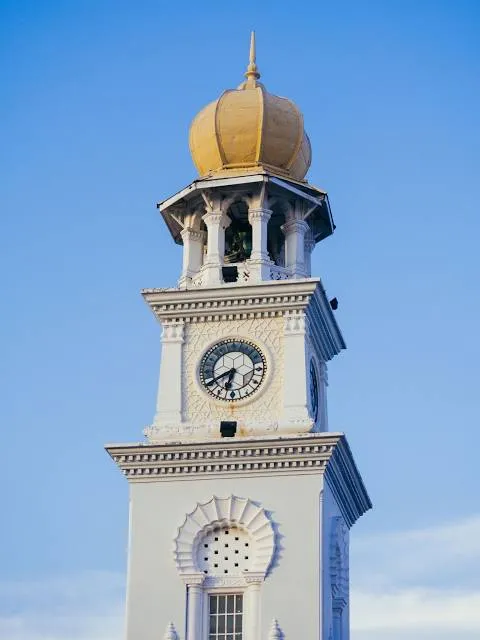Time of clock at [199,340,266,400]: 6:40
